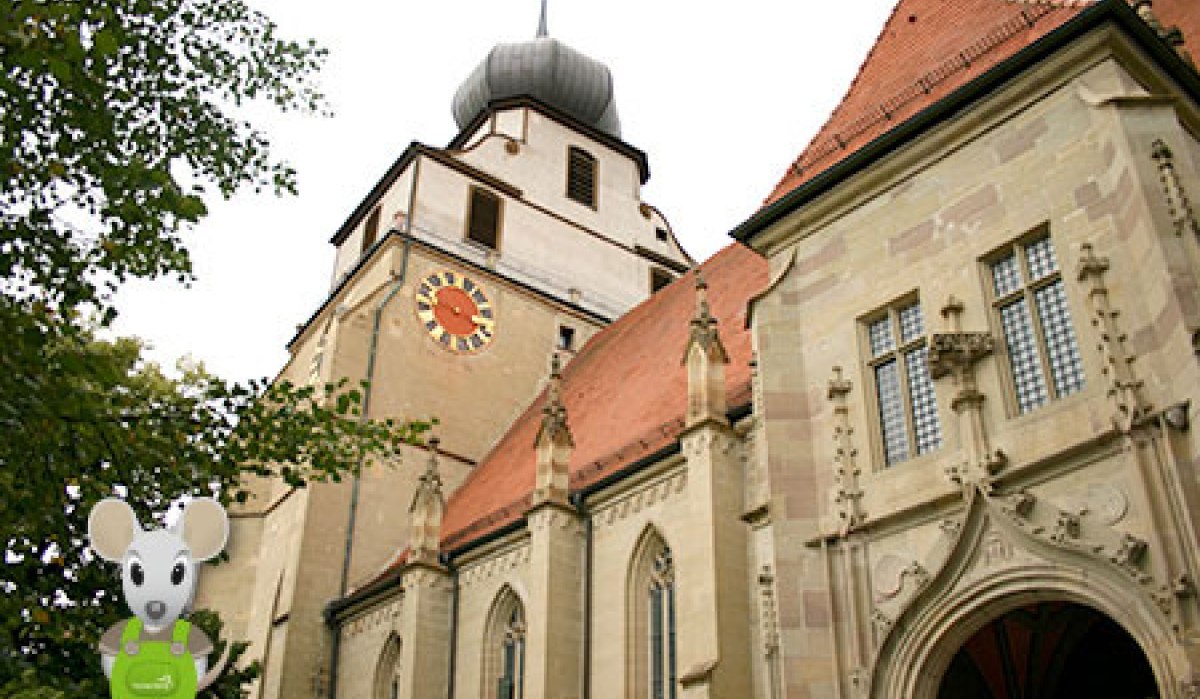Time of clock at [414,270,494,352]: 3:47
